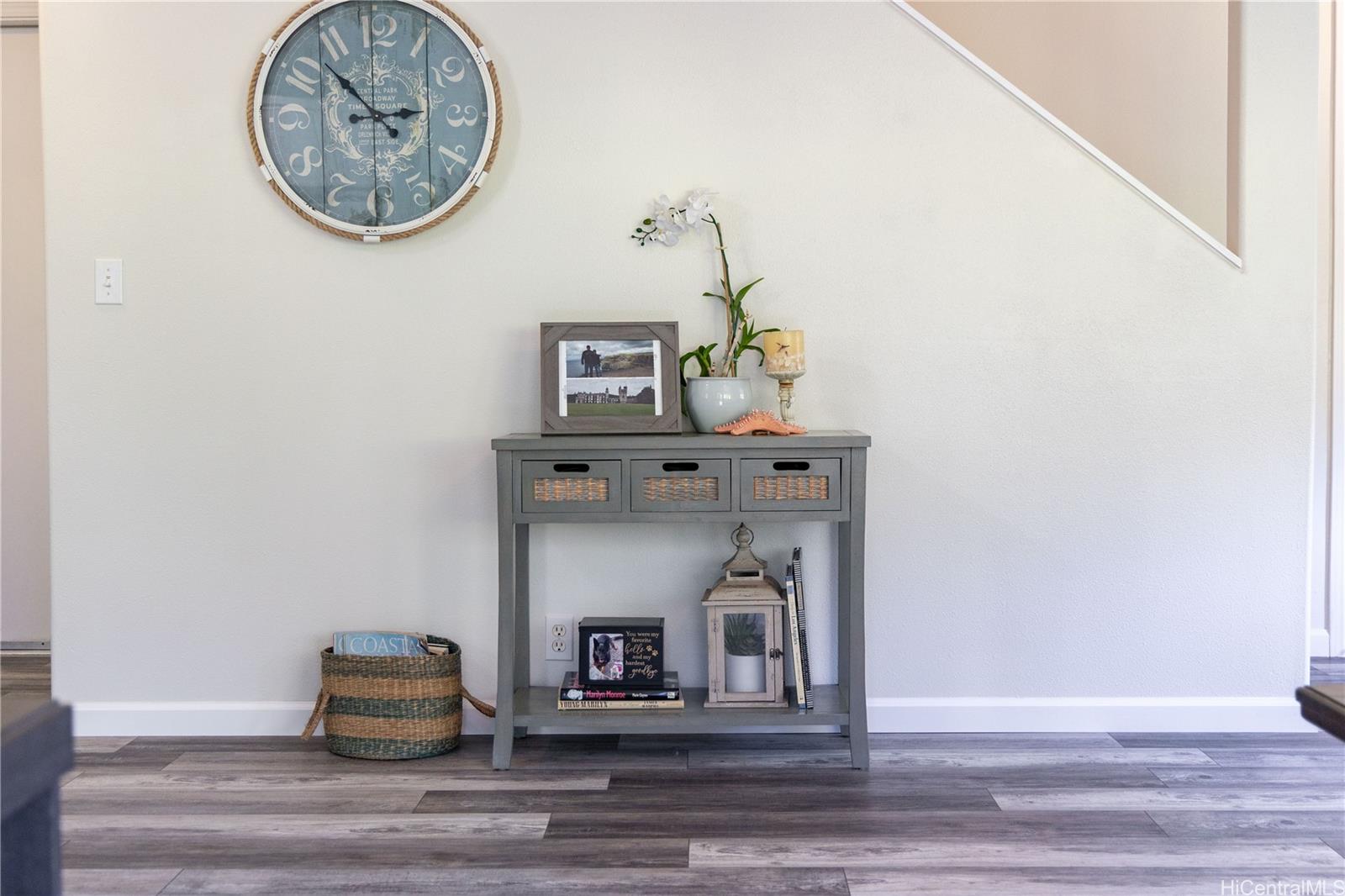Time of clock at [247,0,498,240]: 2:52
